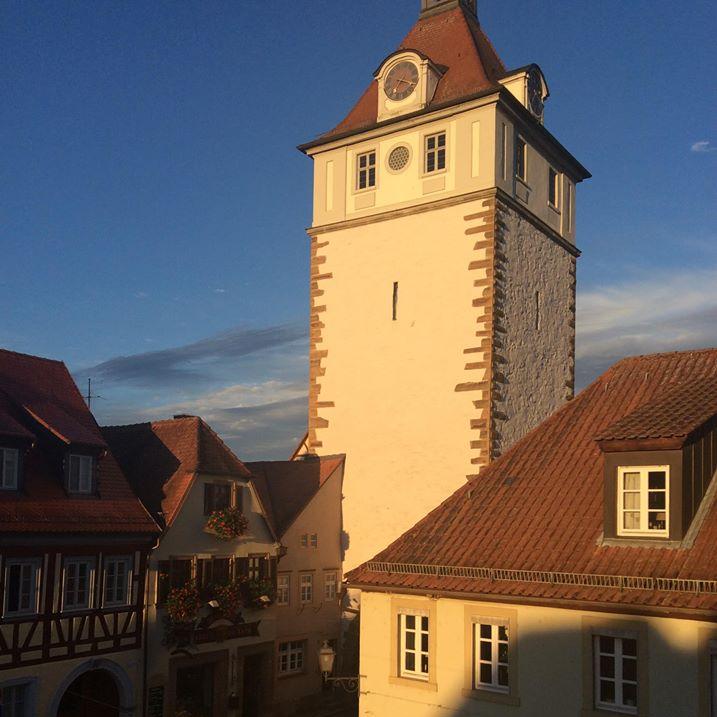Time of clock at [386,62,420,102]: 3:34
